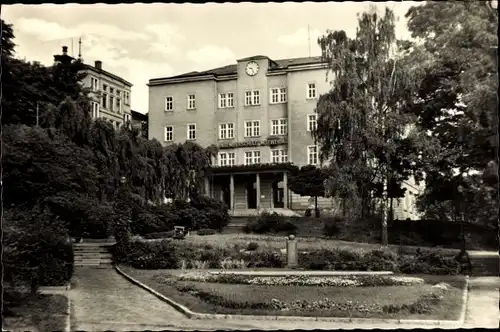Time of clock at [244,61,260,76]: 9:26
